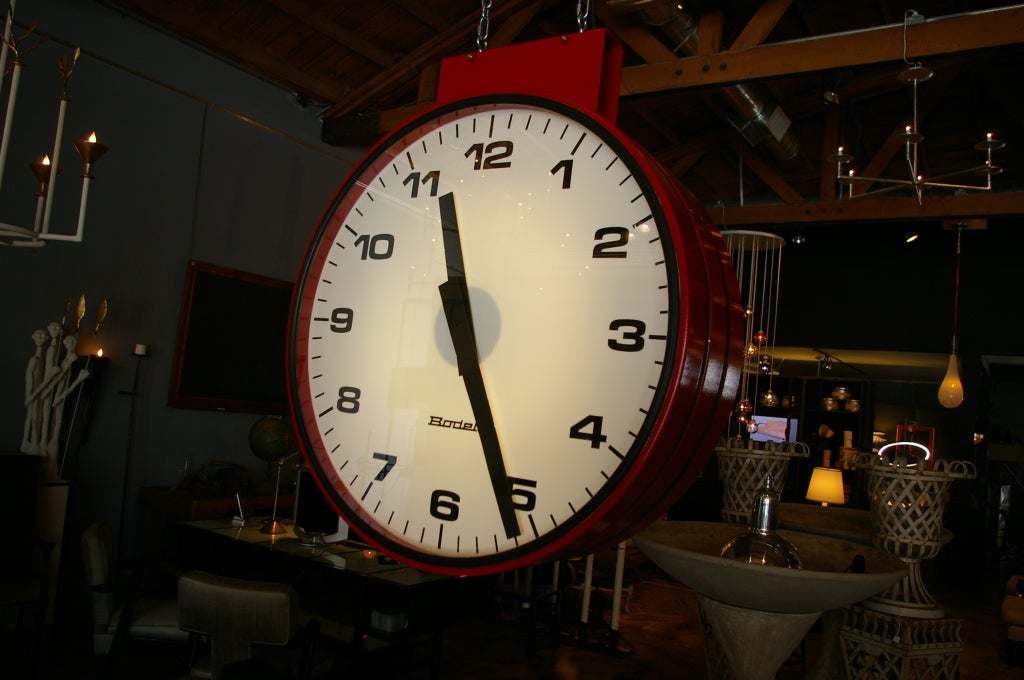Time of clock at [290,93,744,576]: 11:25
